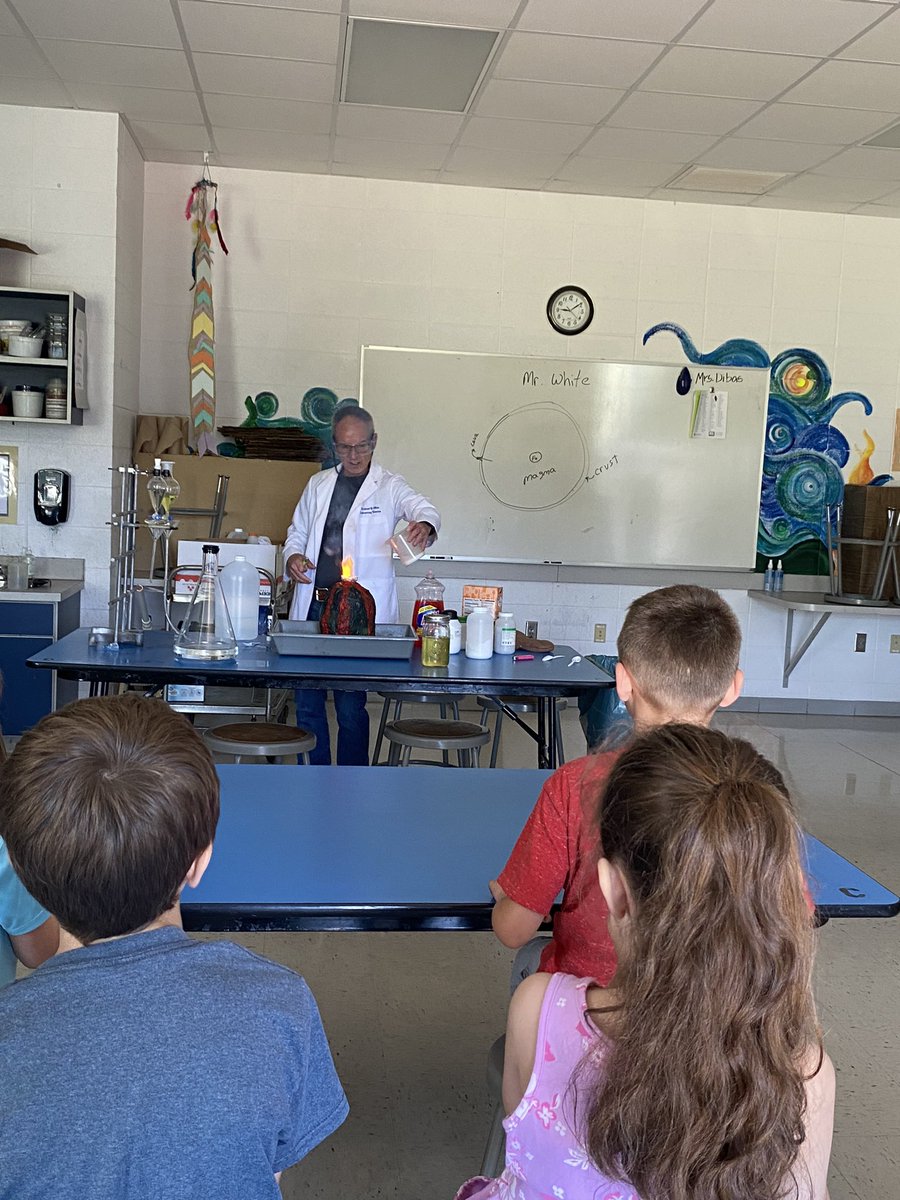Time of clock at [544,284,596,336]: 9:09
